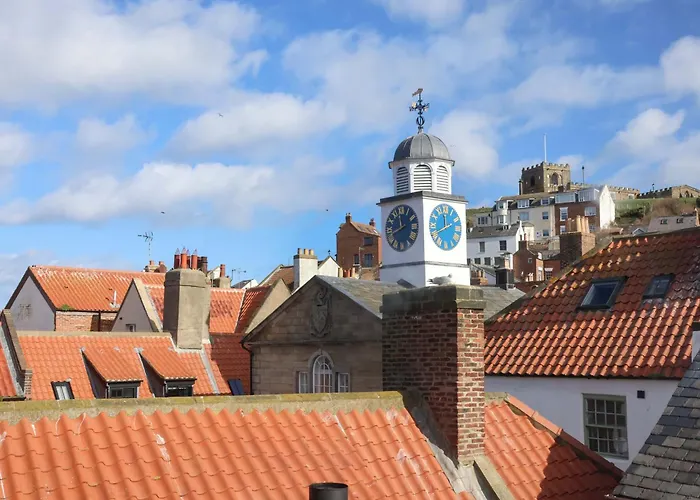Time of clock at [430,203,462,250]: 11:40
